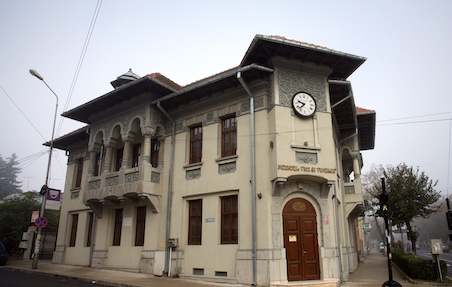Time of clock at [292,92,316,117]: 9:37
